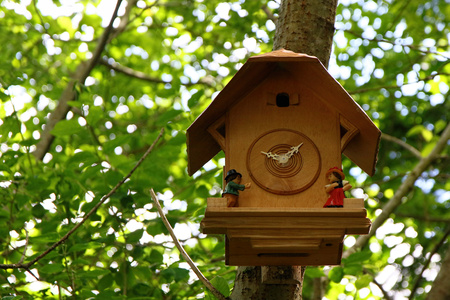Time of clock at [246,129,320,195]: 9:07
